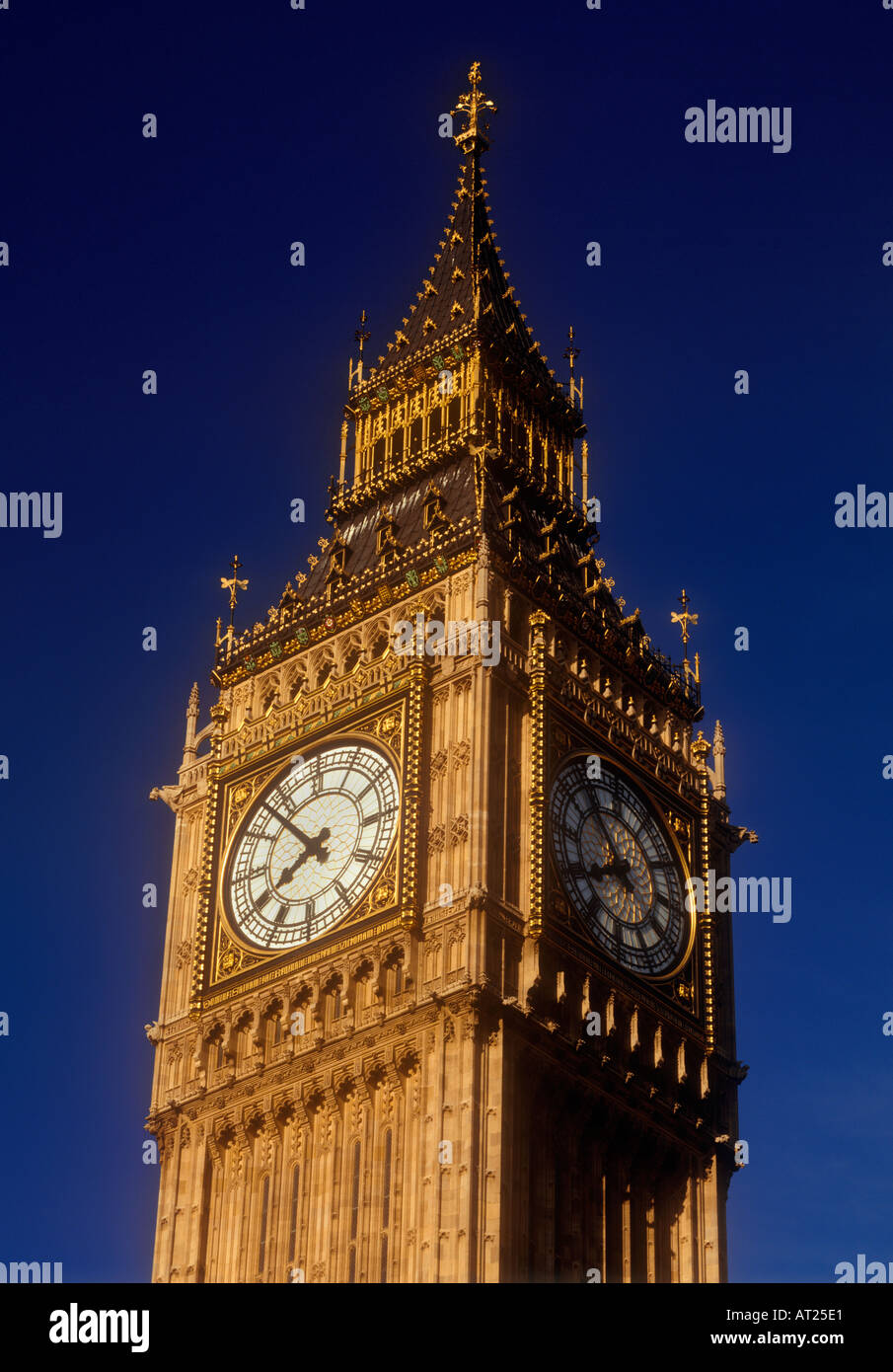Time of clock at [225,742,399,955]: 7:53
